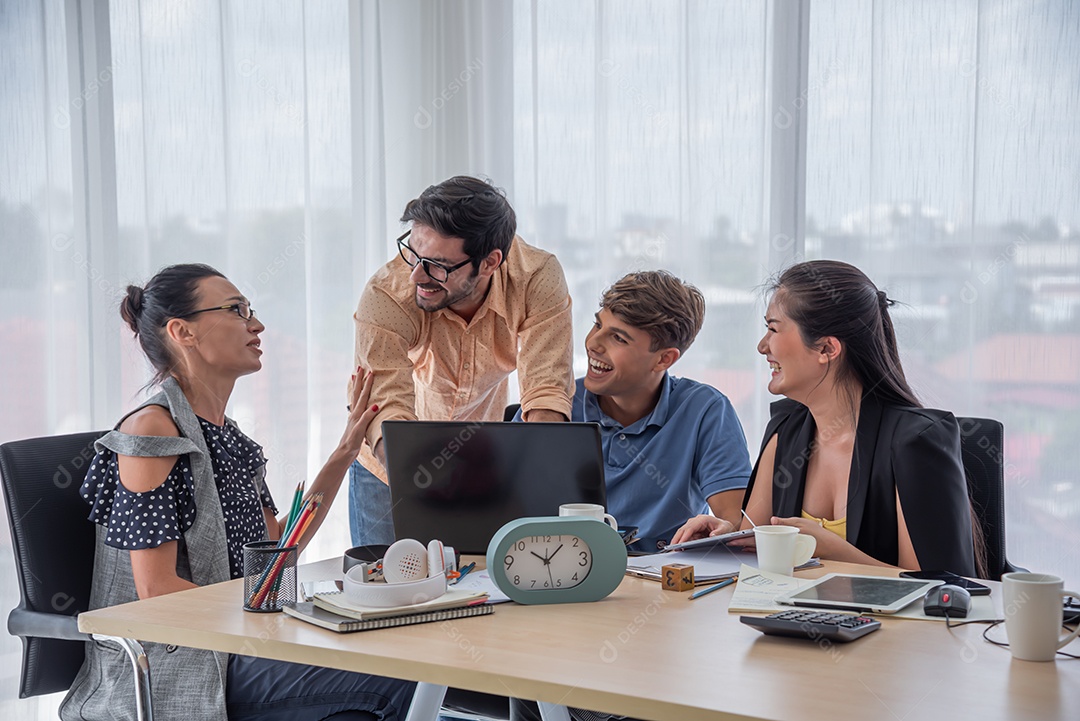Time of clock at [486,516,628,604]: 11:07
